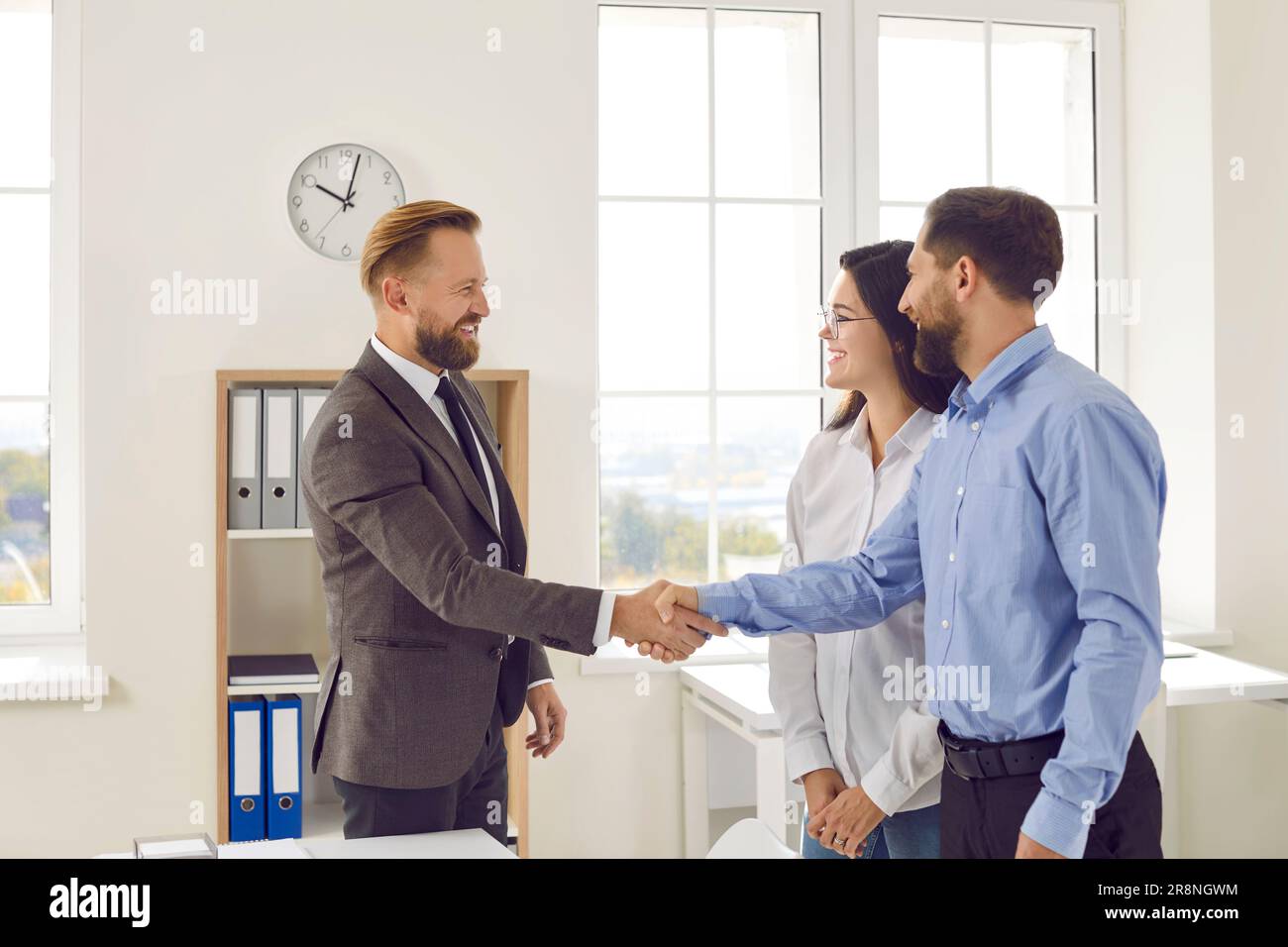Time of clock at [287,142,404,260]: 10:02
